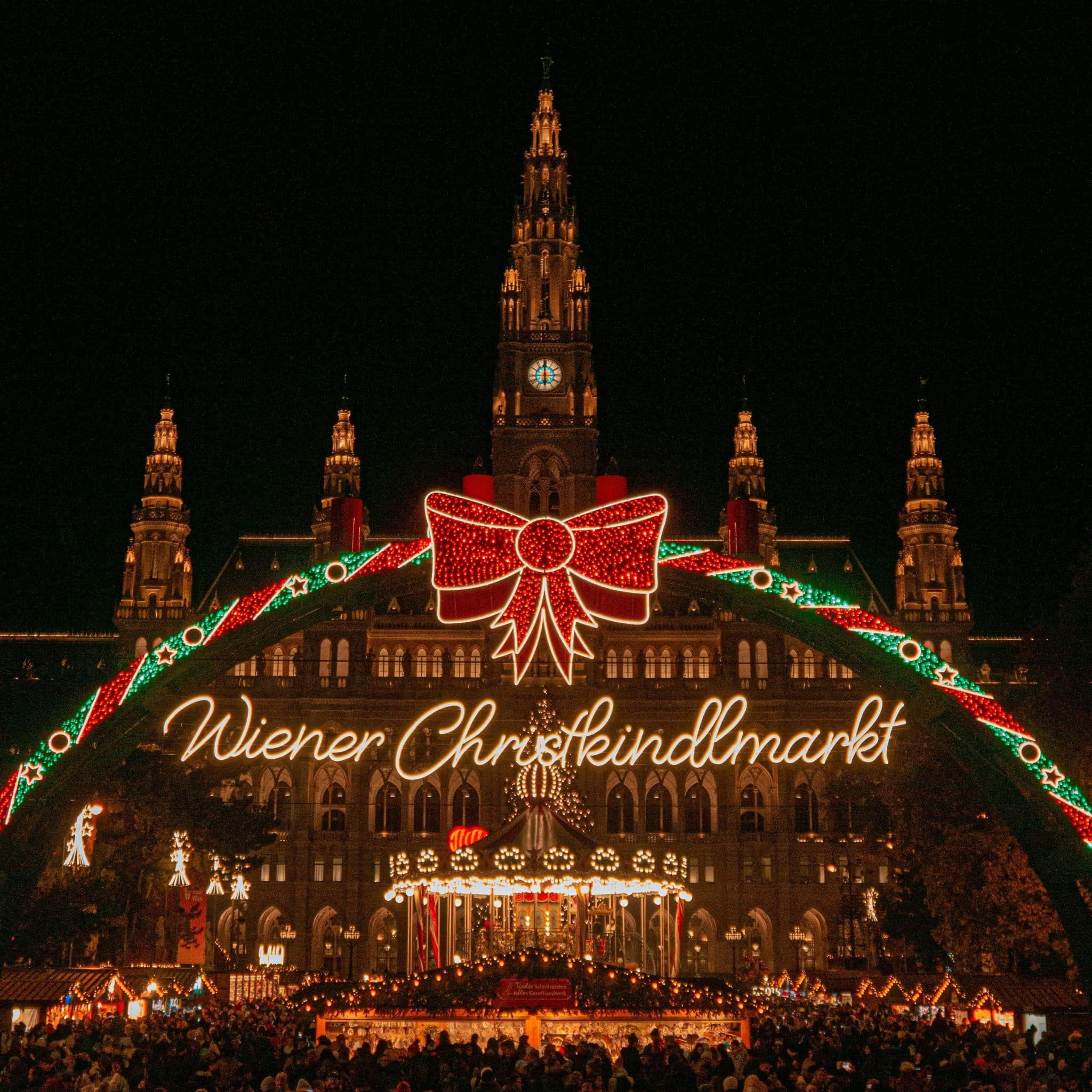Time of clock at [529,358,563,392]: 5:59
